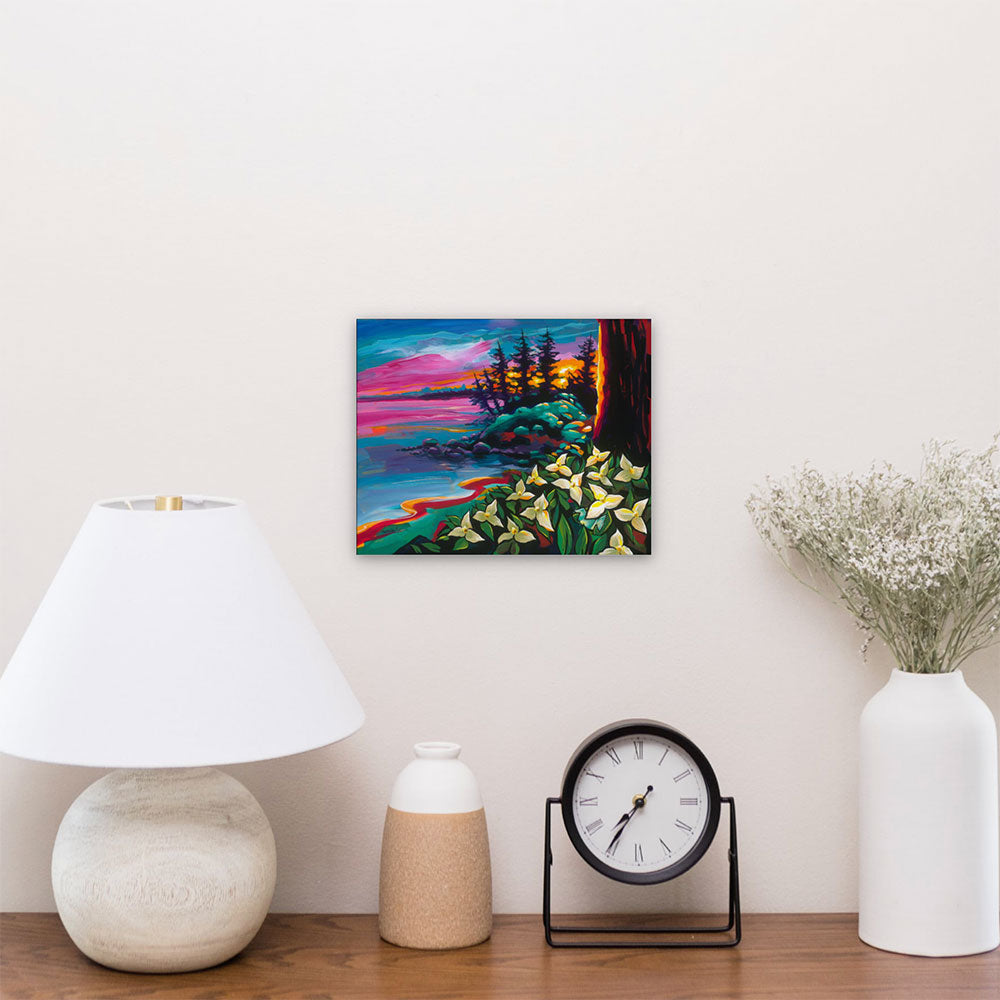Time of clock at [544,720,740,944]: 7:35
